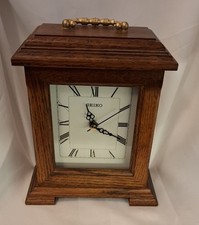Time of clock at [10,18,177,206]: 11:19
